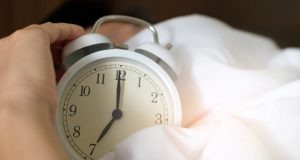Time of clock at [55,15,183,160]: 7:00
